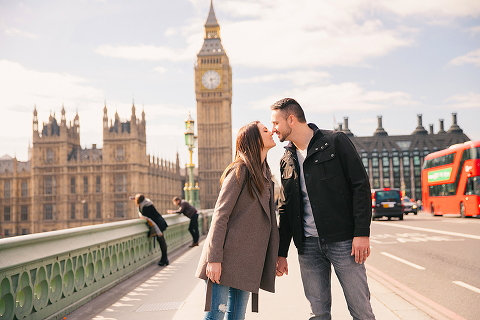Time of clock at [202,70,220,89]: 2:28
